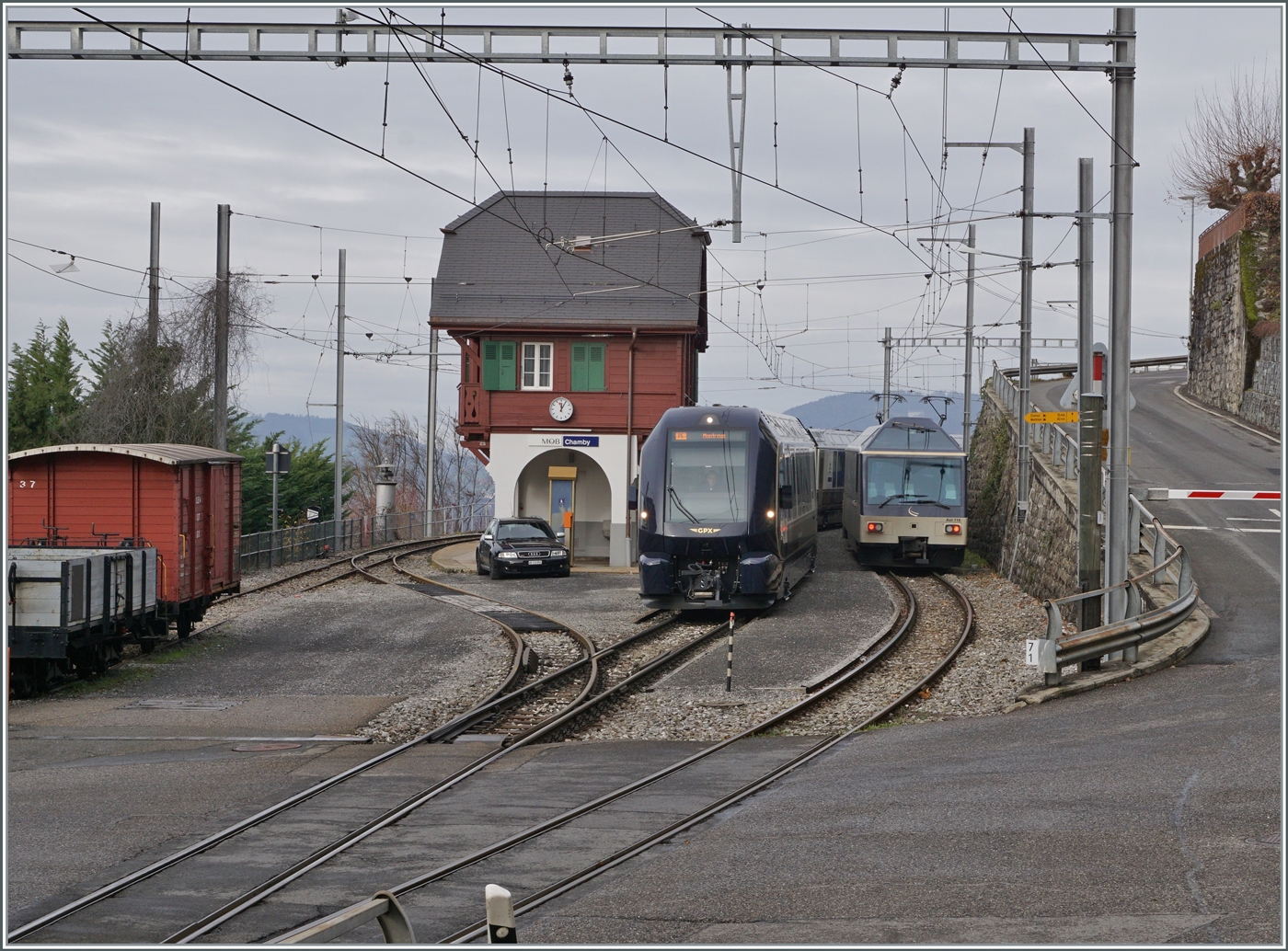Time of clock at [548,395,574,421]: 12:05
